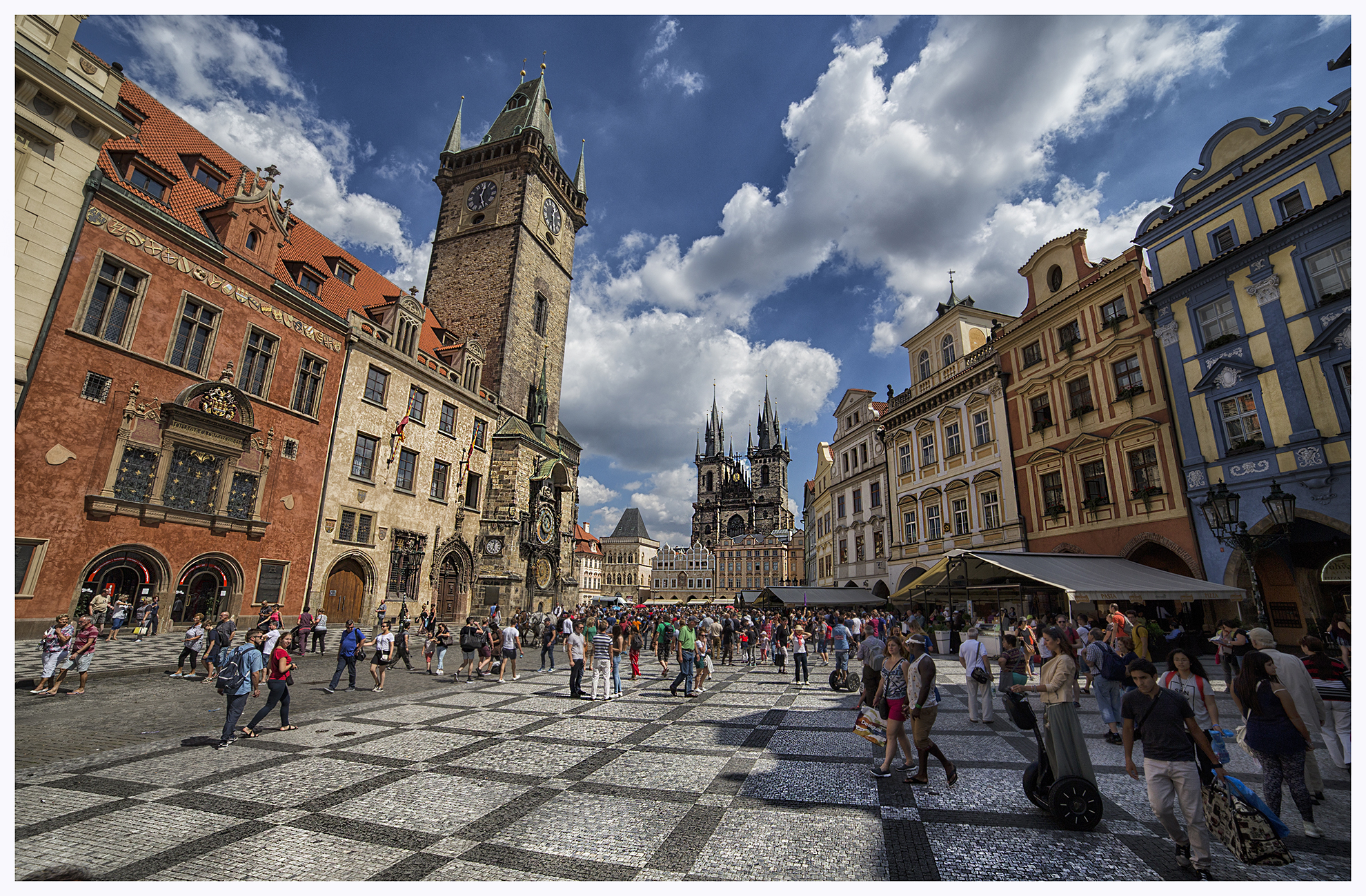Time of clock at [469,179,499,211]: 12:26
